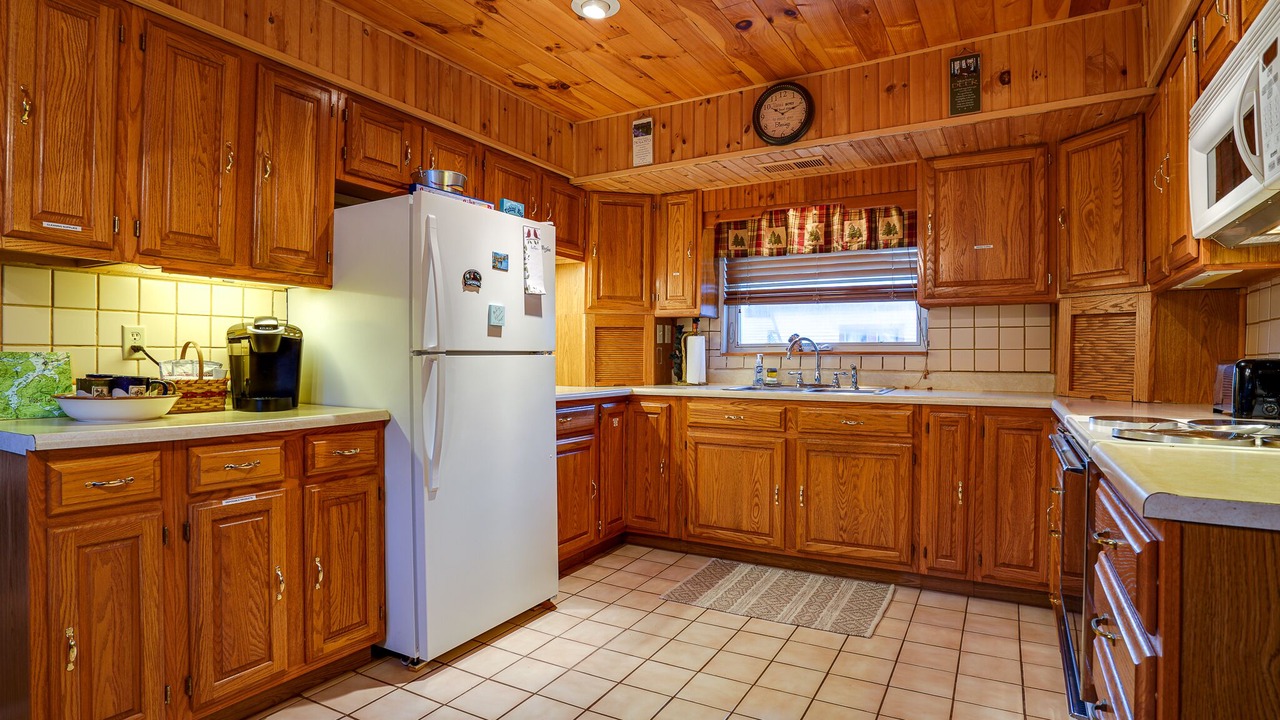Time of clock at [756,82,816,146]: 10:11
